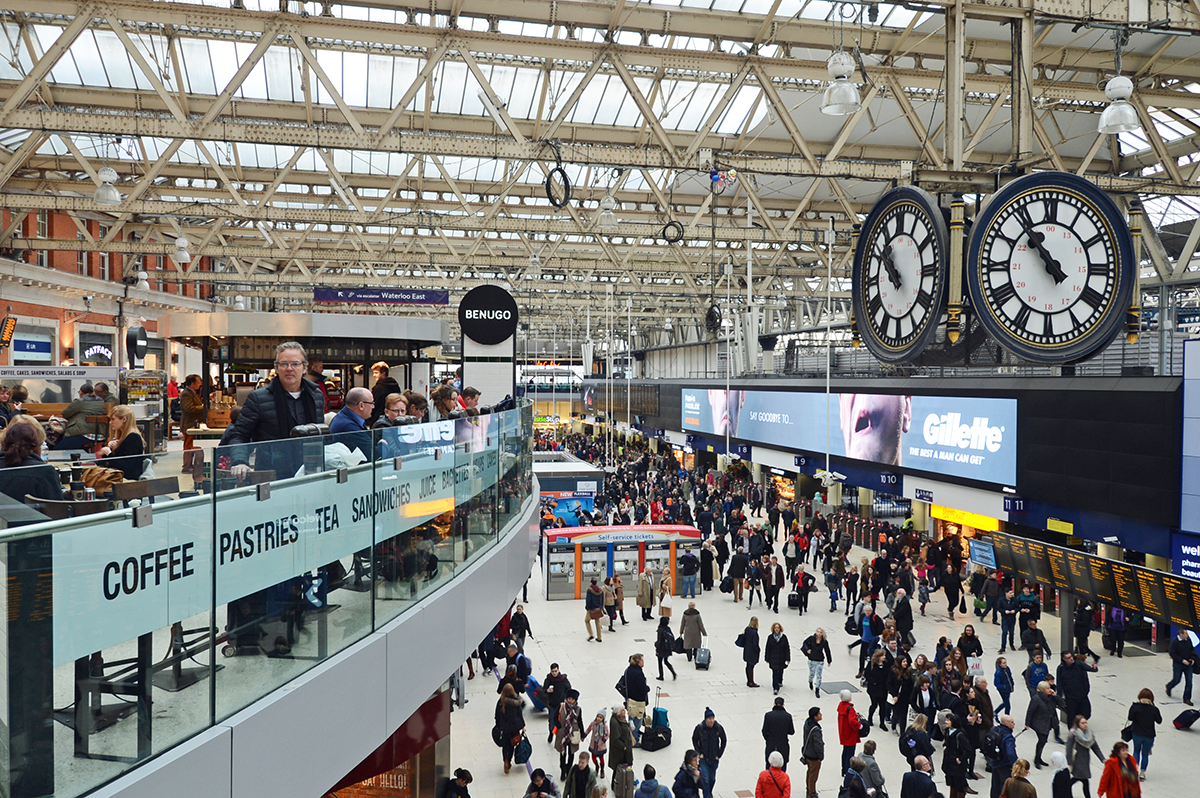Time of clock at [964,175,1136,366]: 10:53
